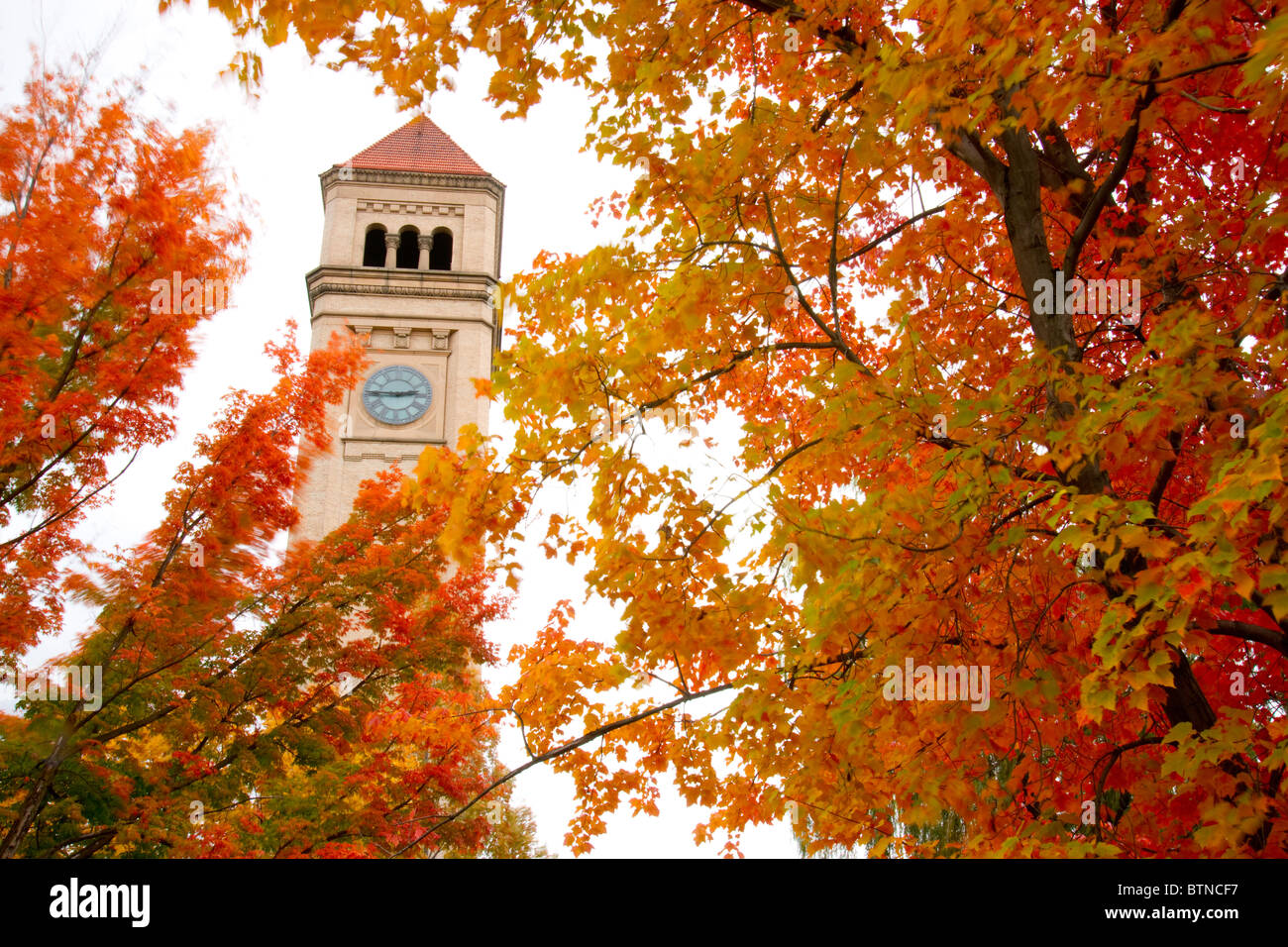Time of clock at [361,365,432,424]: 2:45
